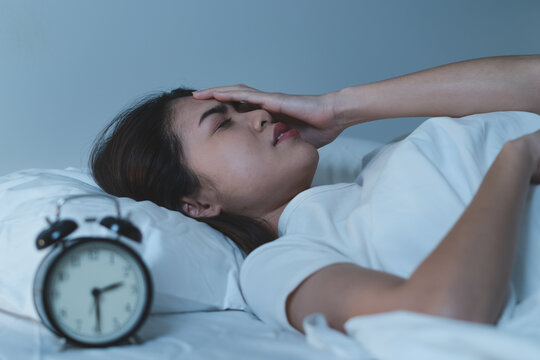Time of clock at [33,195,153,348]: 2:29
